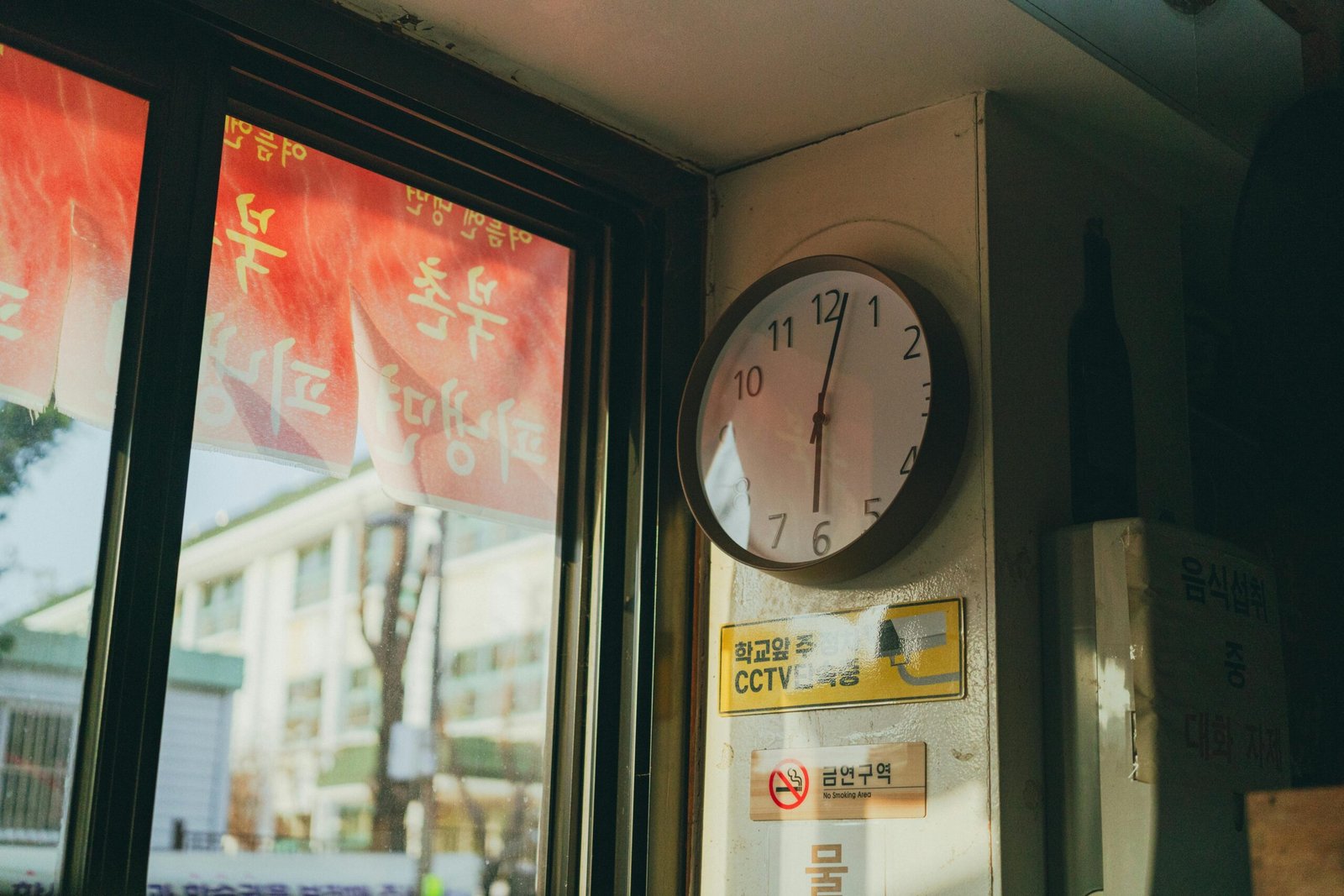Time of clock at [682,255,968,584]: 6:02
